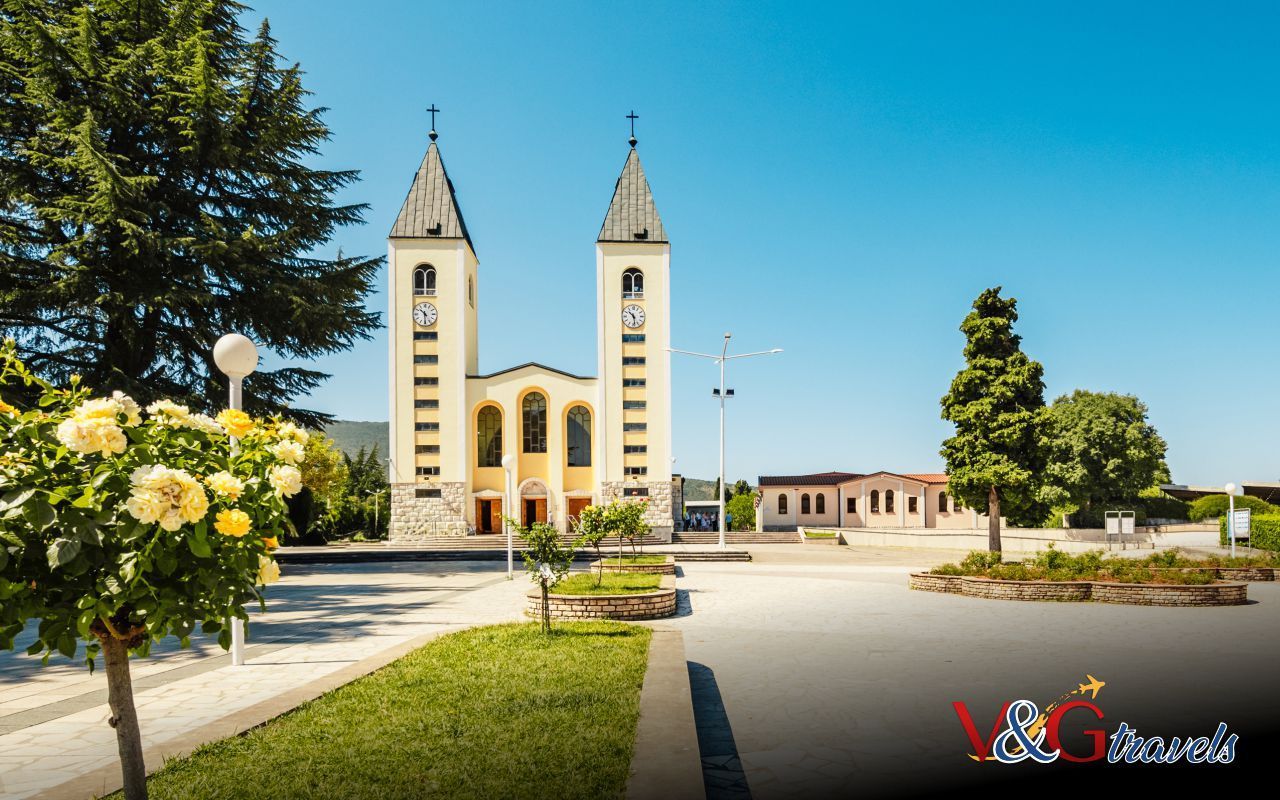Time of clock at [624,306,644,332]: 10:28
